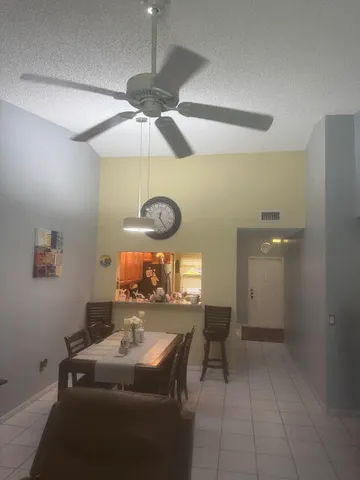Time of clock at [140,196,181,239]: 12:24
